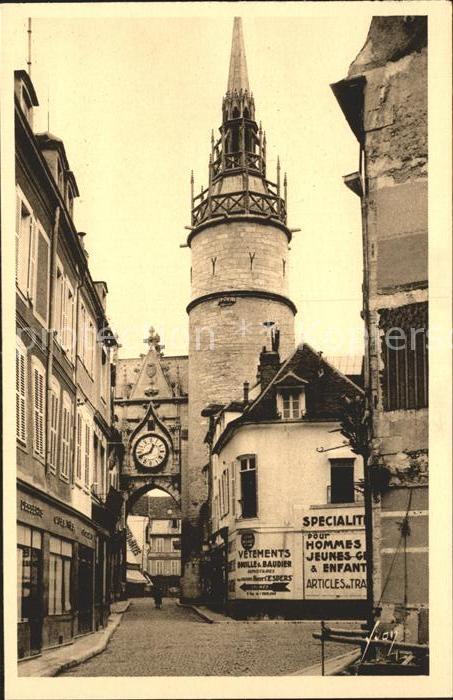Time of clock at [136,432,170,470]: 12:41
